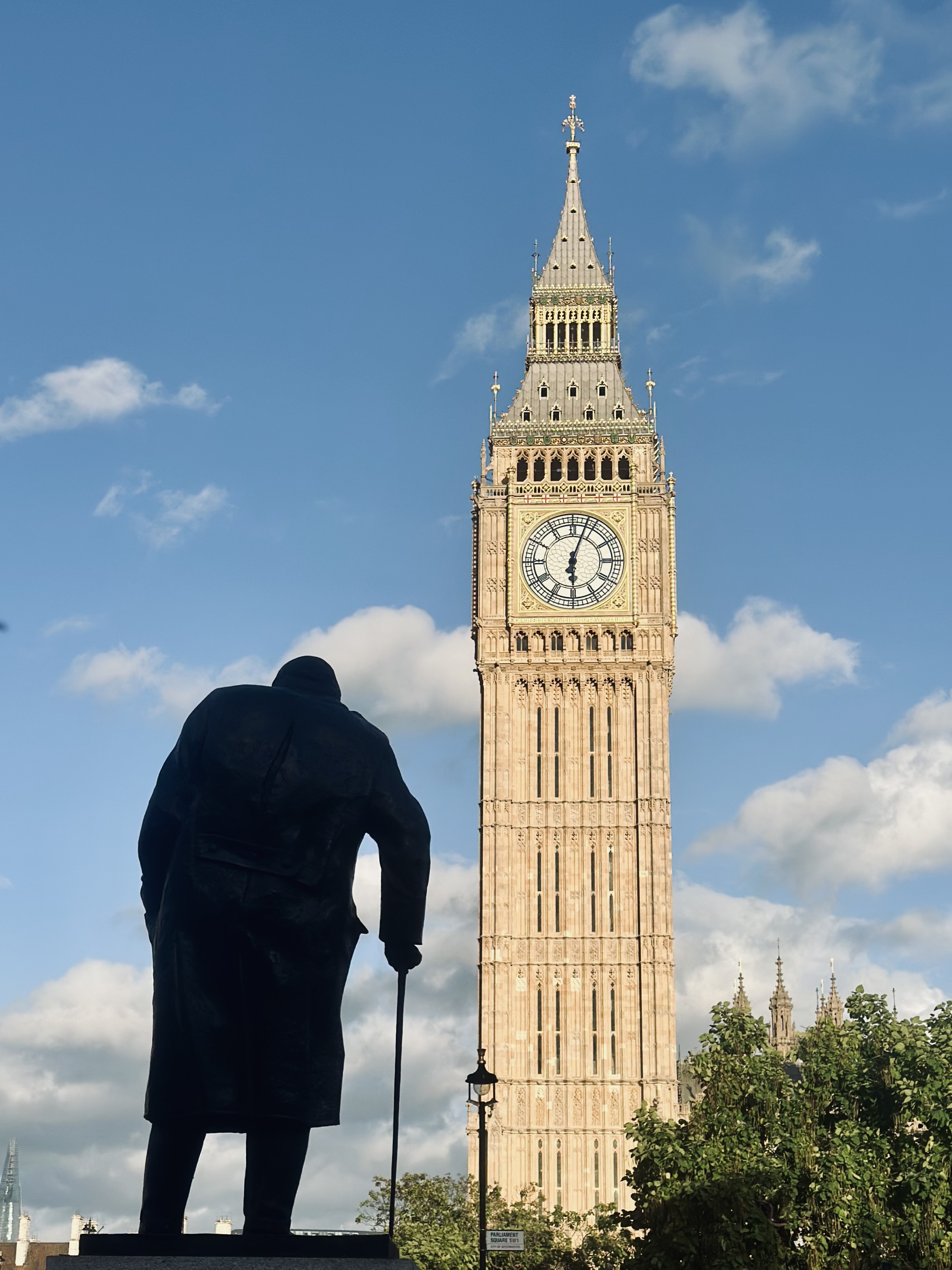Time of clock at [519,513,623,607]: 6:03
